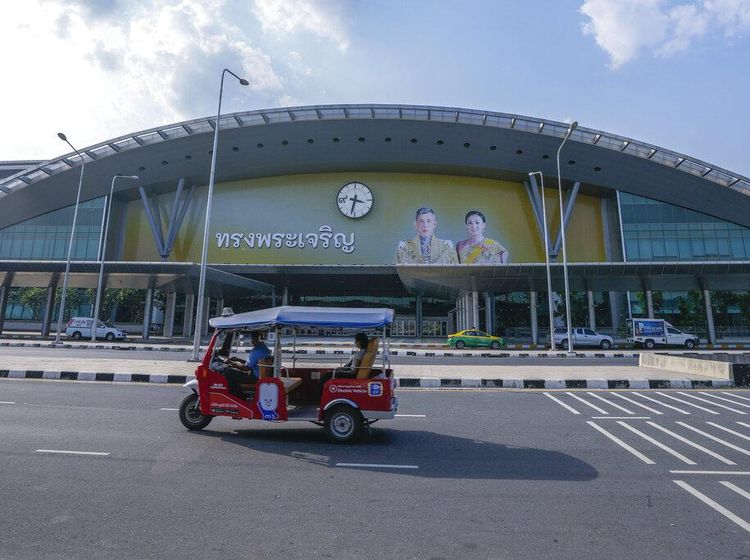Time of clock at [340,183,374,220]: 3:32
